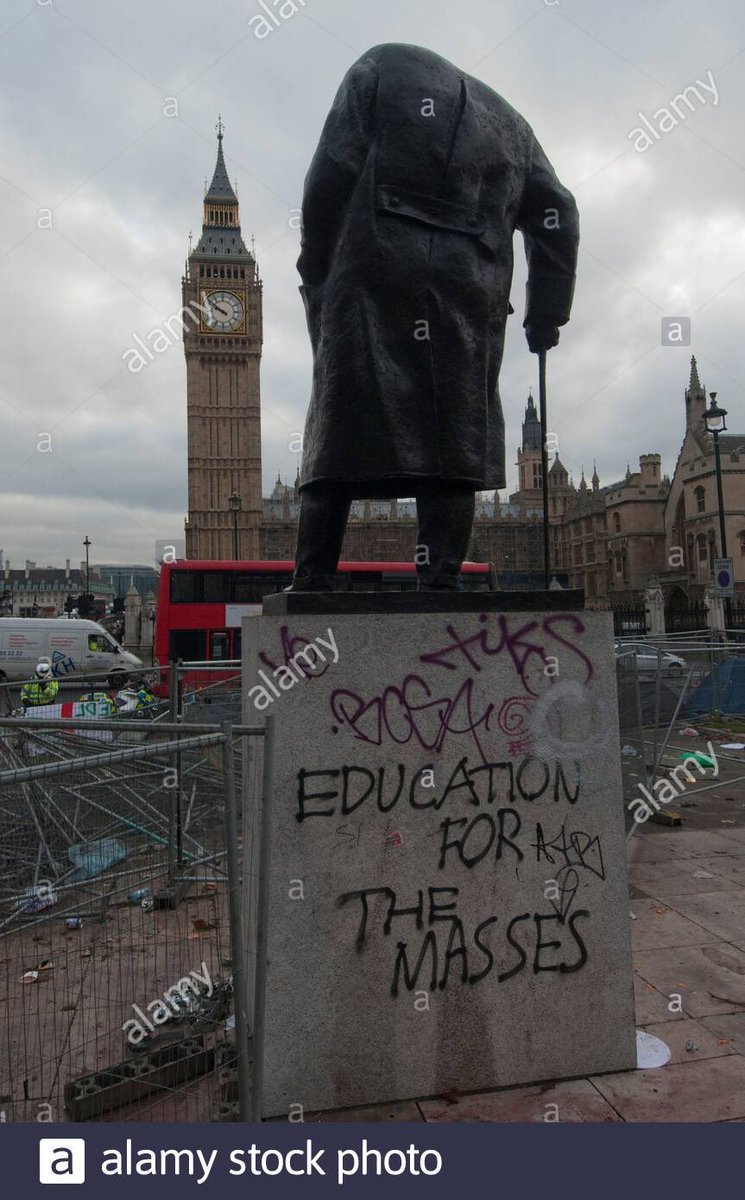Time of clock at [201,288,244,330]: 9:51
